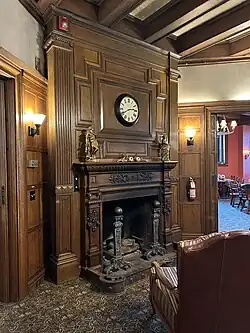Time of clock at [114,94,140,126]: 2:40
